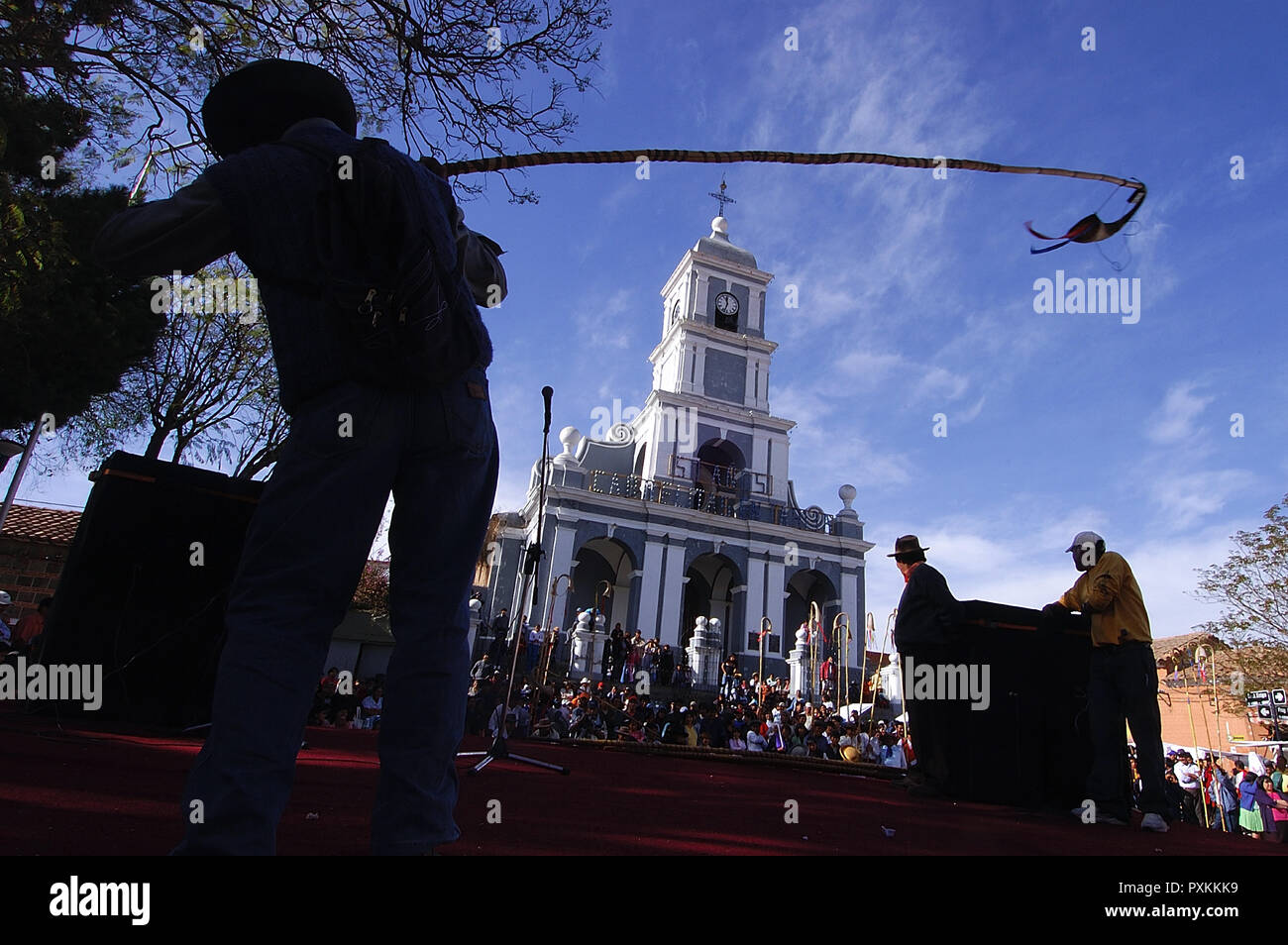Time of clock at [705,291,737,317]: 11:33
